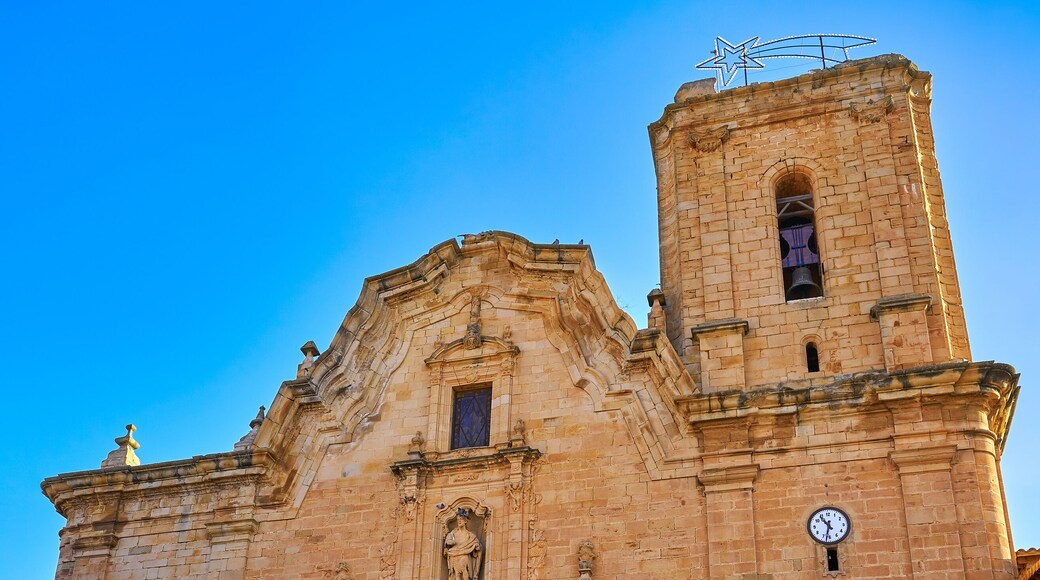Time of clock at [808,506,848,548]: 10:32
